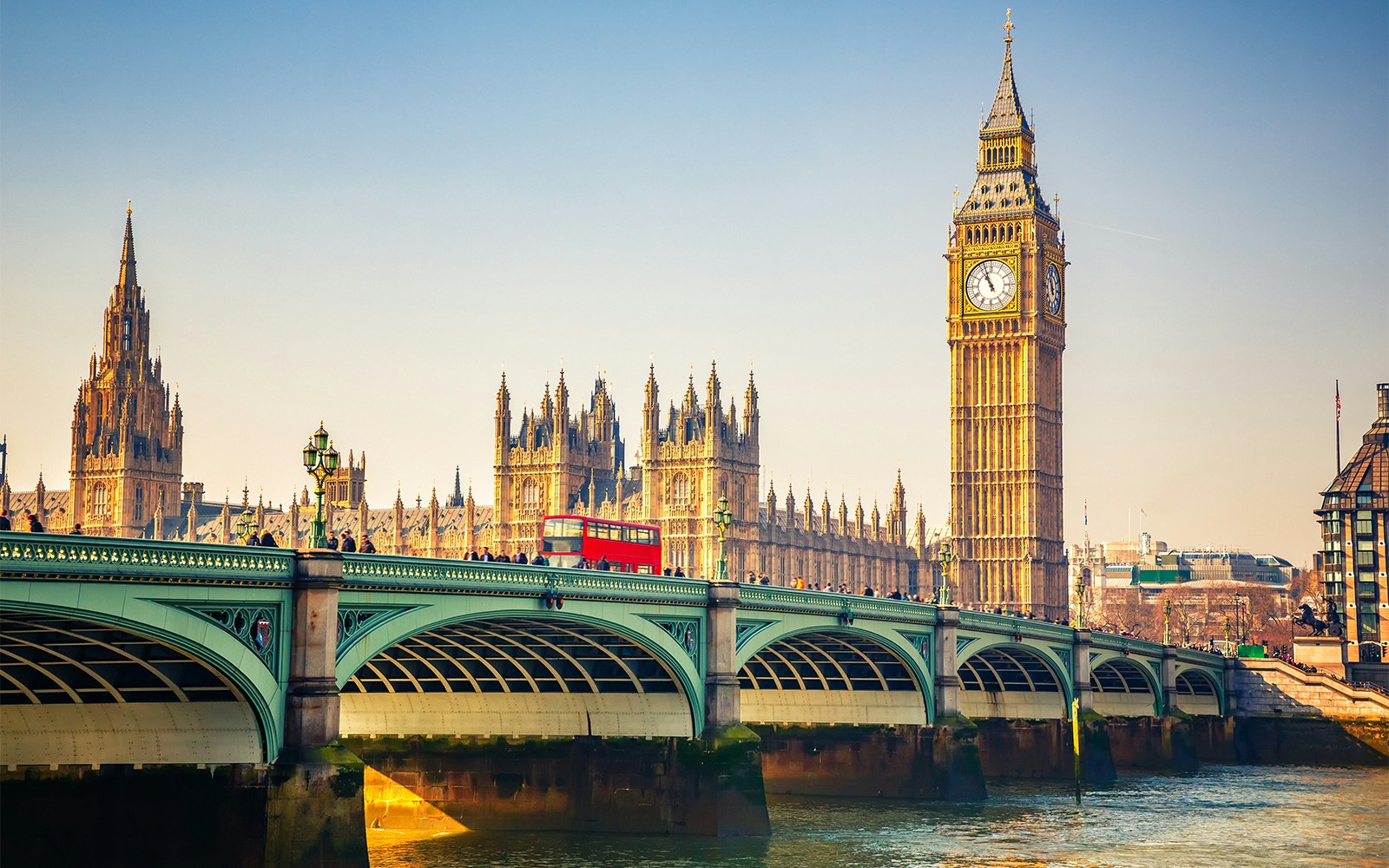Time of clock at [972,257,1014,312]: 10:56
